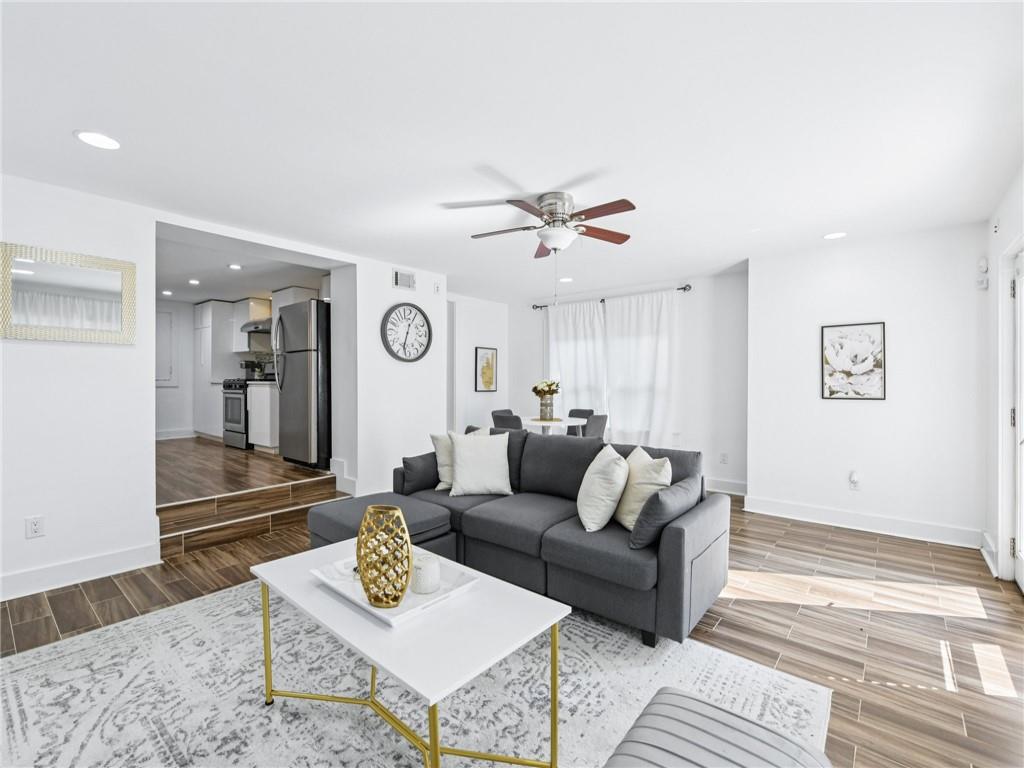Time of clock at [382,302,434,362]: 12:32
